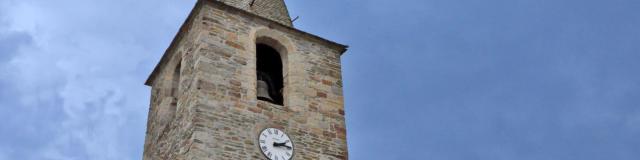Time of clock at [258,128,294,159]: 2:14
